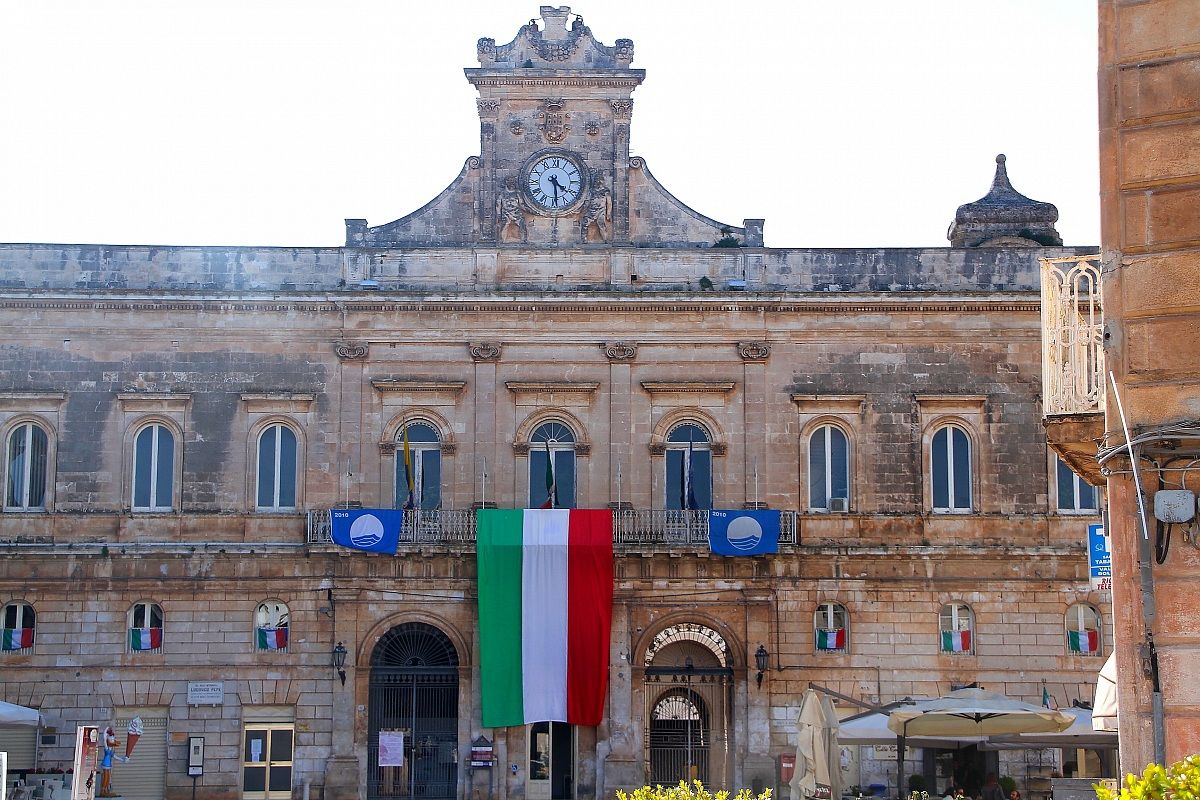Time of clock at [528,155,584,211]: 4:29
